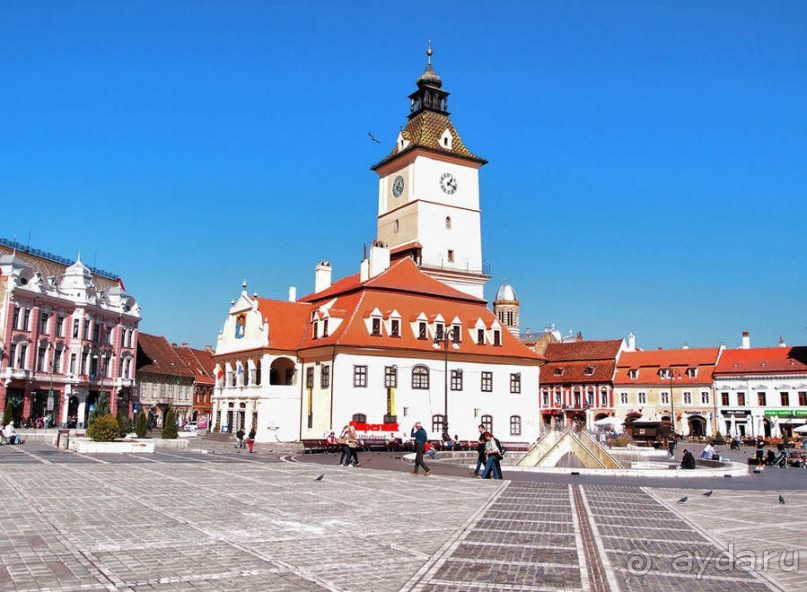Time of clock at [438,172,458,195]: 1:18
